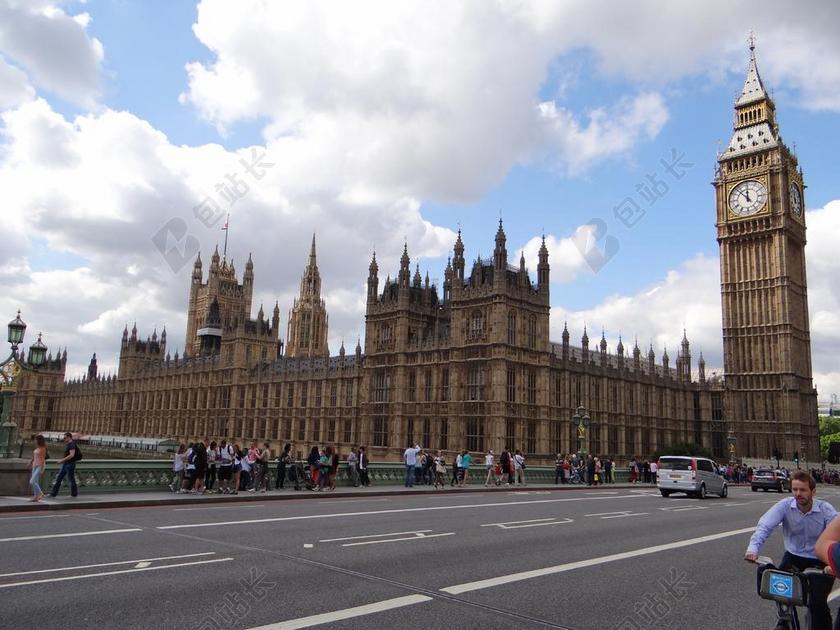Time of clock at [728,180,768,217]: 11:52
